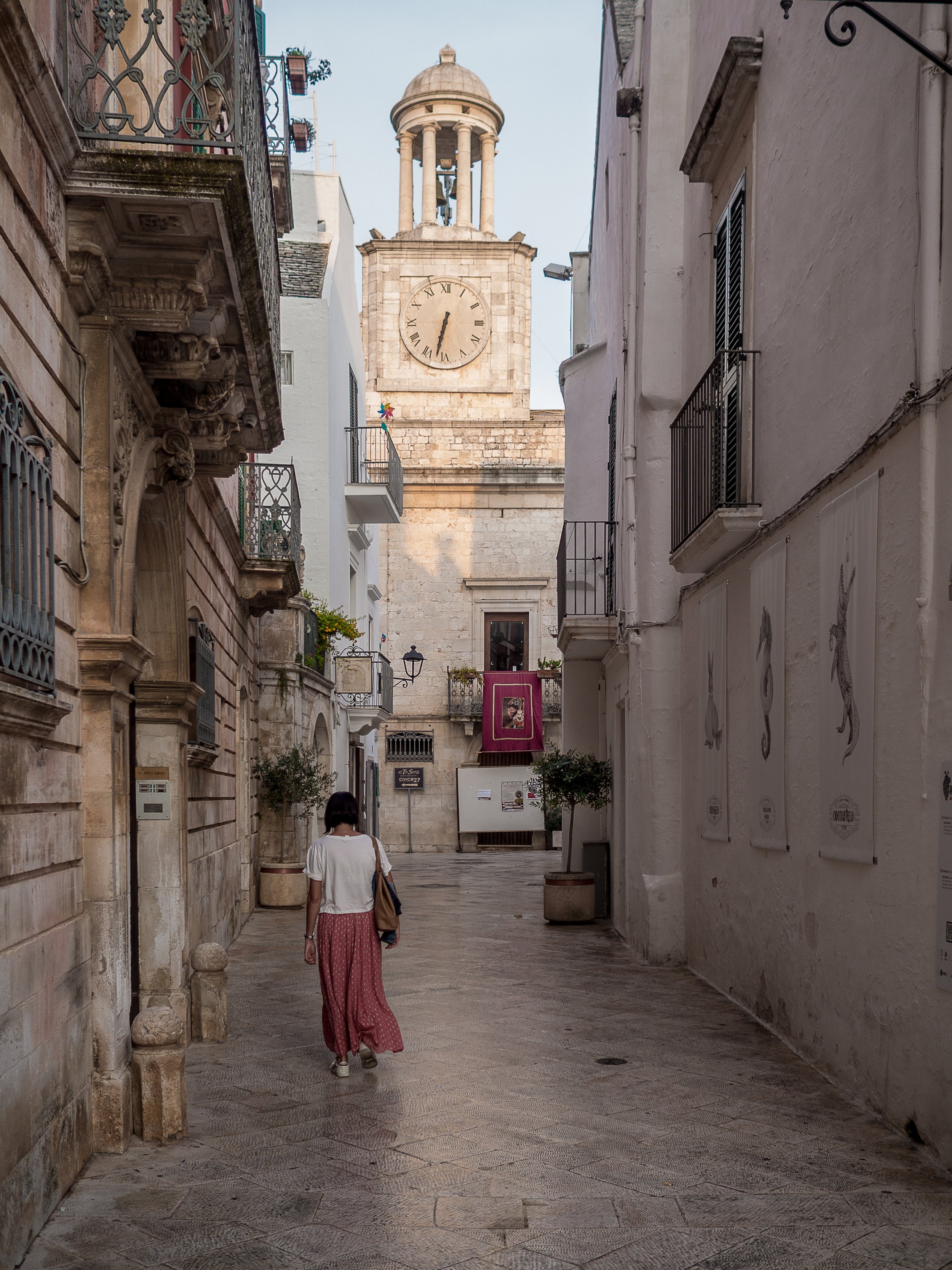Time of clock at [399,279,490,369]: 6:32
